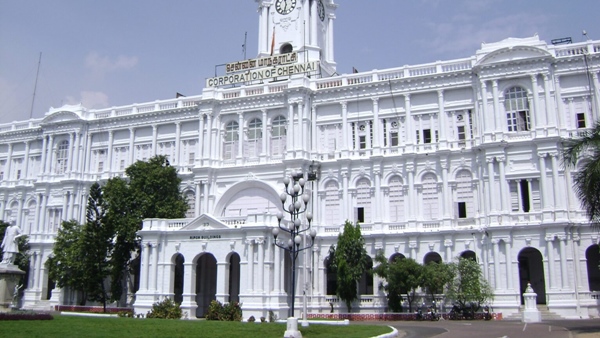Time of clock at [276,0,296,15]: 11:32
